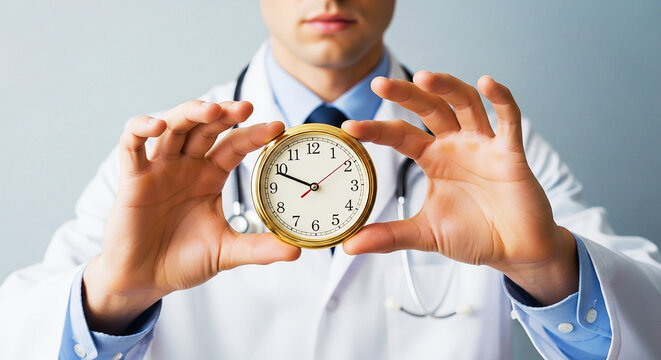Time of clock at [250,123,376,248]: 9:48
